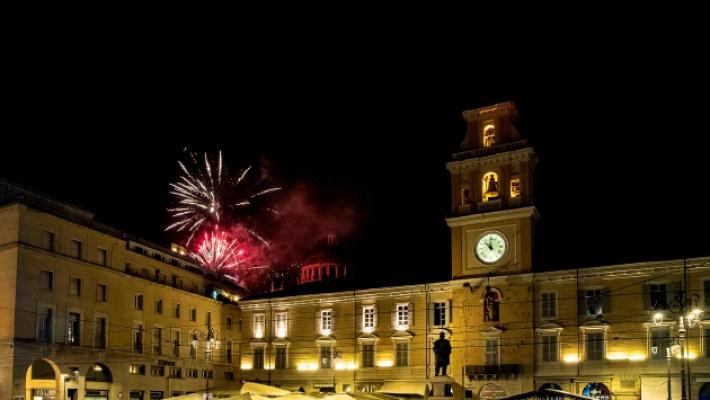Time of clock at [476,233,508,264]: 11:52
